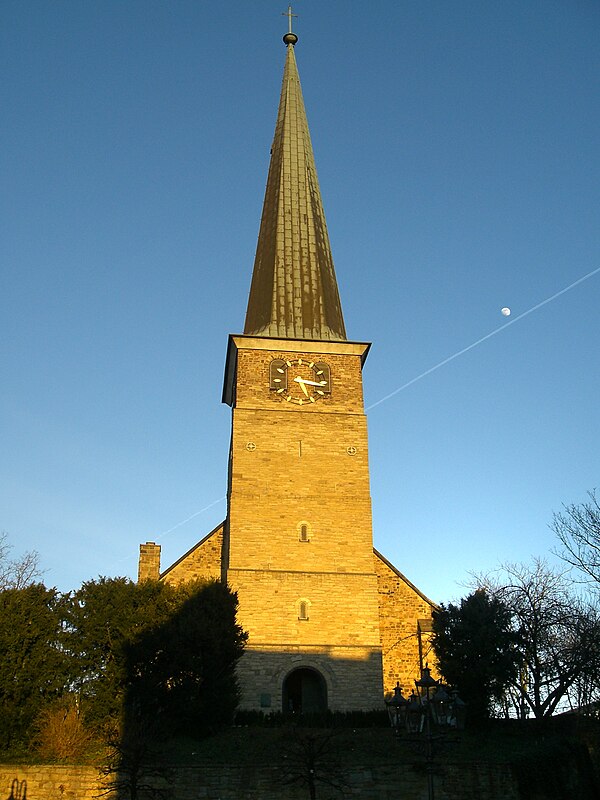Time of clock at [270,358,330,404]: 5:16
